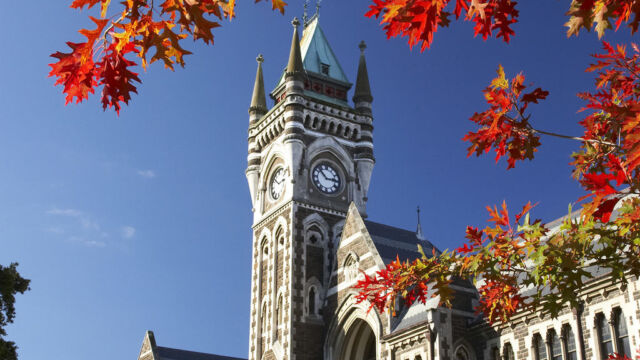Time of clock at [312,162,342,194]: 2:52
